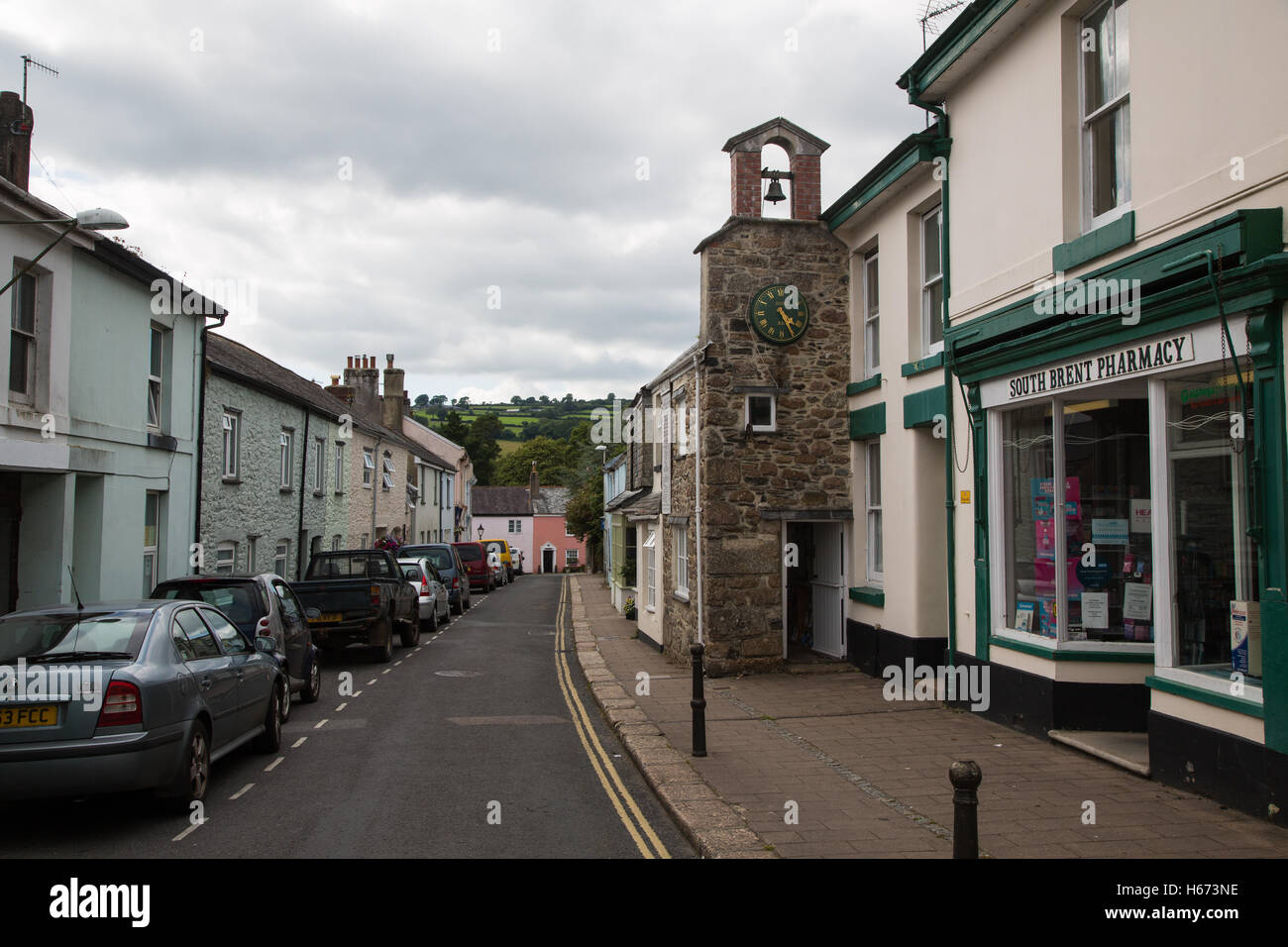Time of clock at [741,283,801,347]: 4:25
